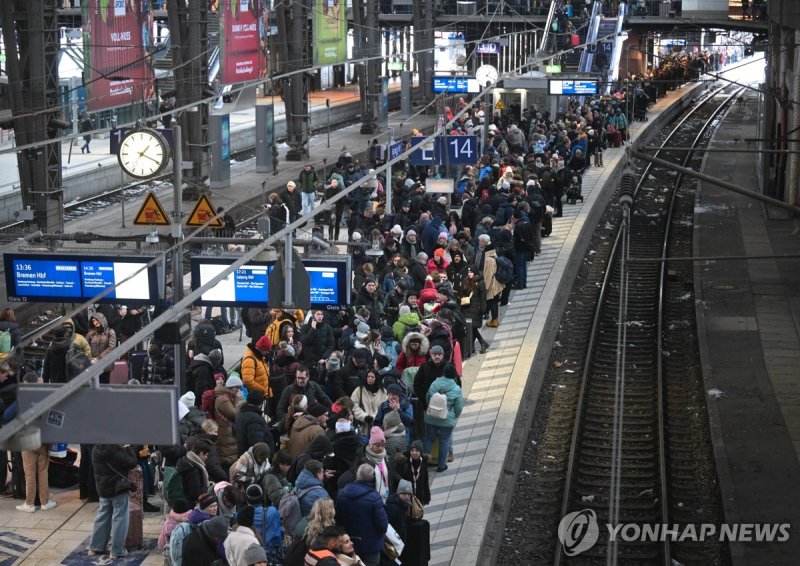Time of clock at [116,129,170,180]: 1:19
